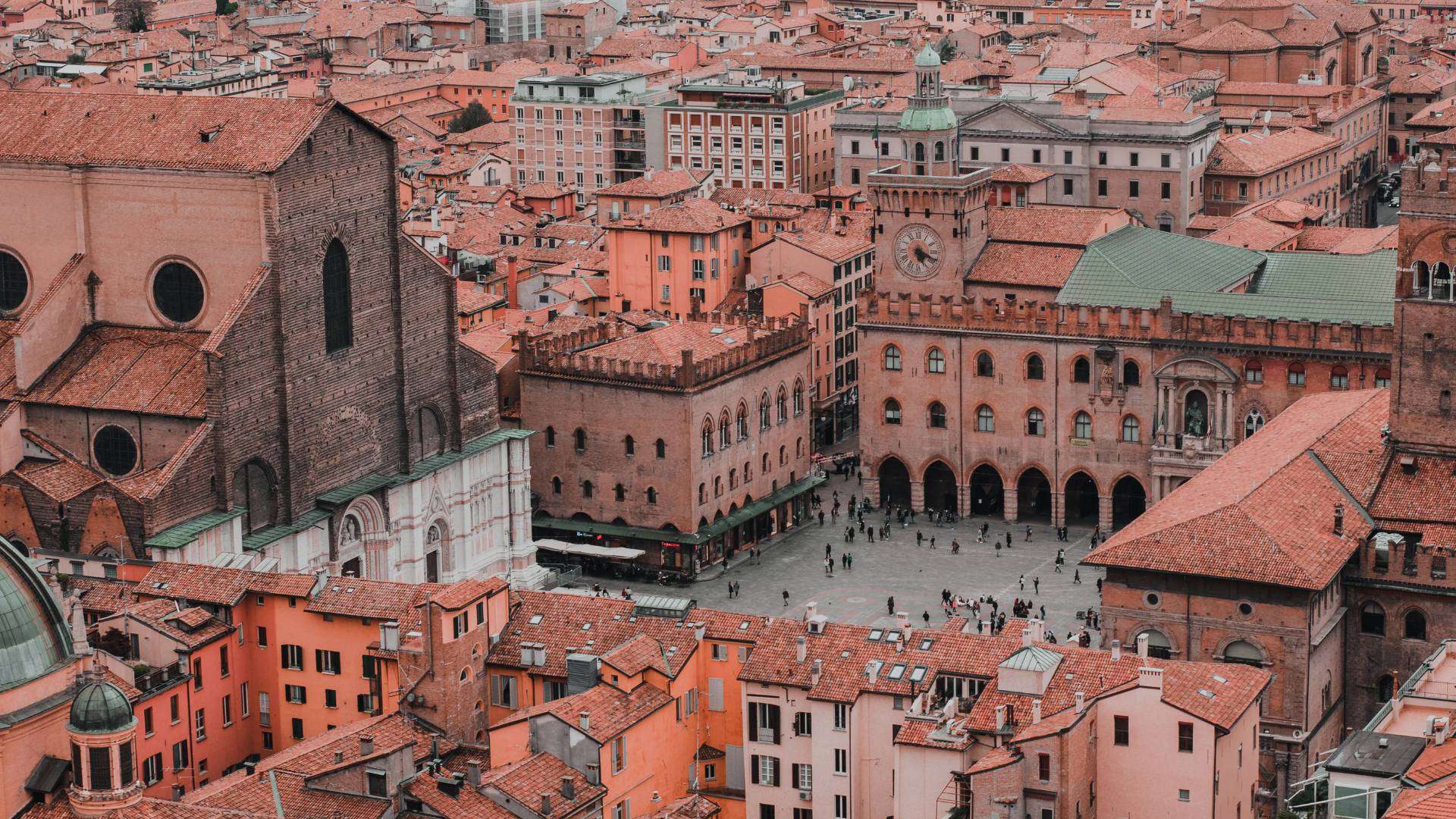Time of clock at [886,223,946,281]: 5:18
